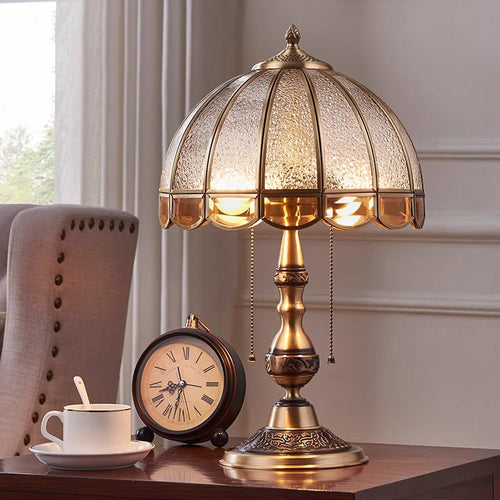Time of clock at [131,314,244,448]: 8:32
